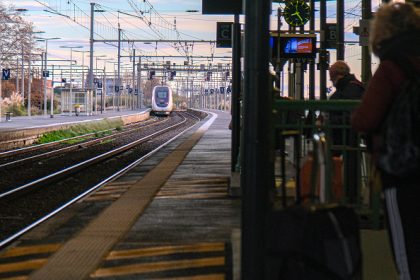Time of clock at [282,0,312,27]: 8:24
